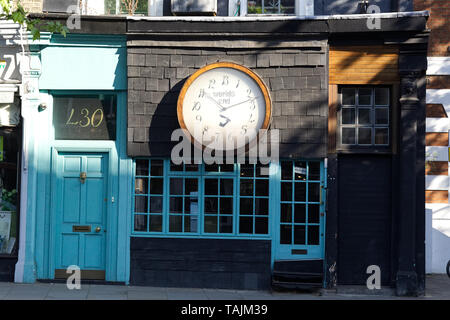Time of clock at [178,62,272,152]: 10:12
